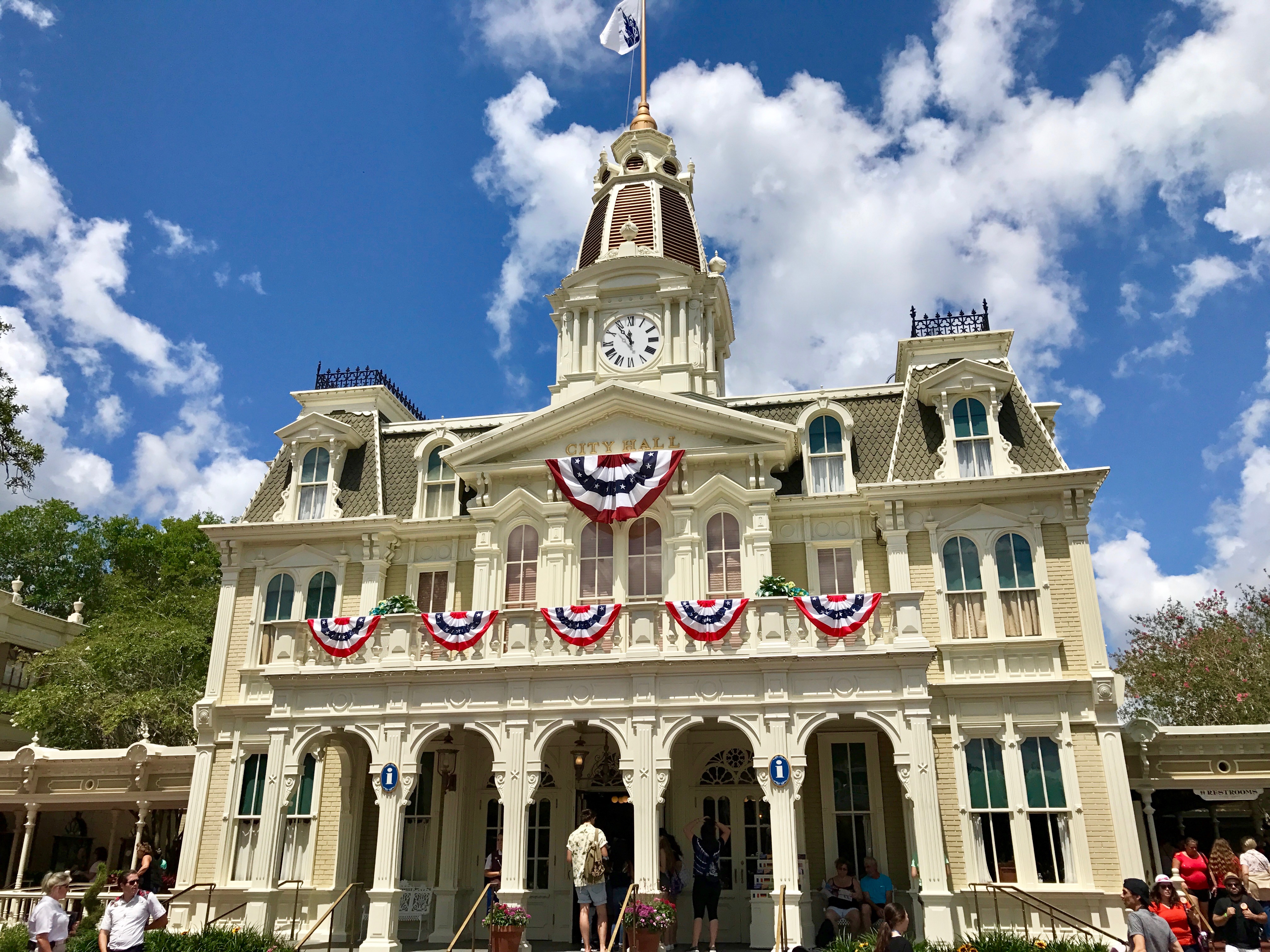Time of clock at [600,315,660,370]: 11:53
